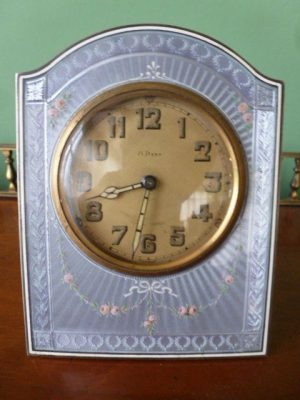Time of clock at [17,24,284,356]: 8:32
